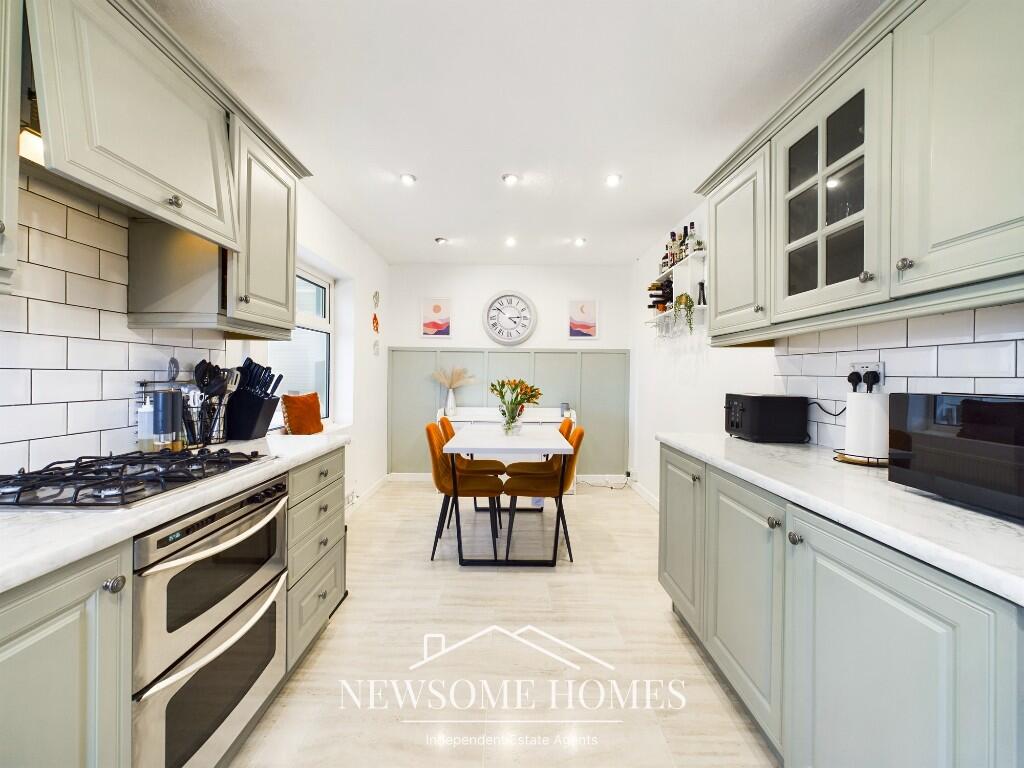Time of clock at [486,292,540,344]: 4:14
